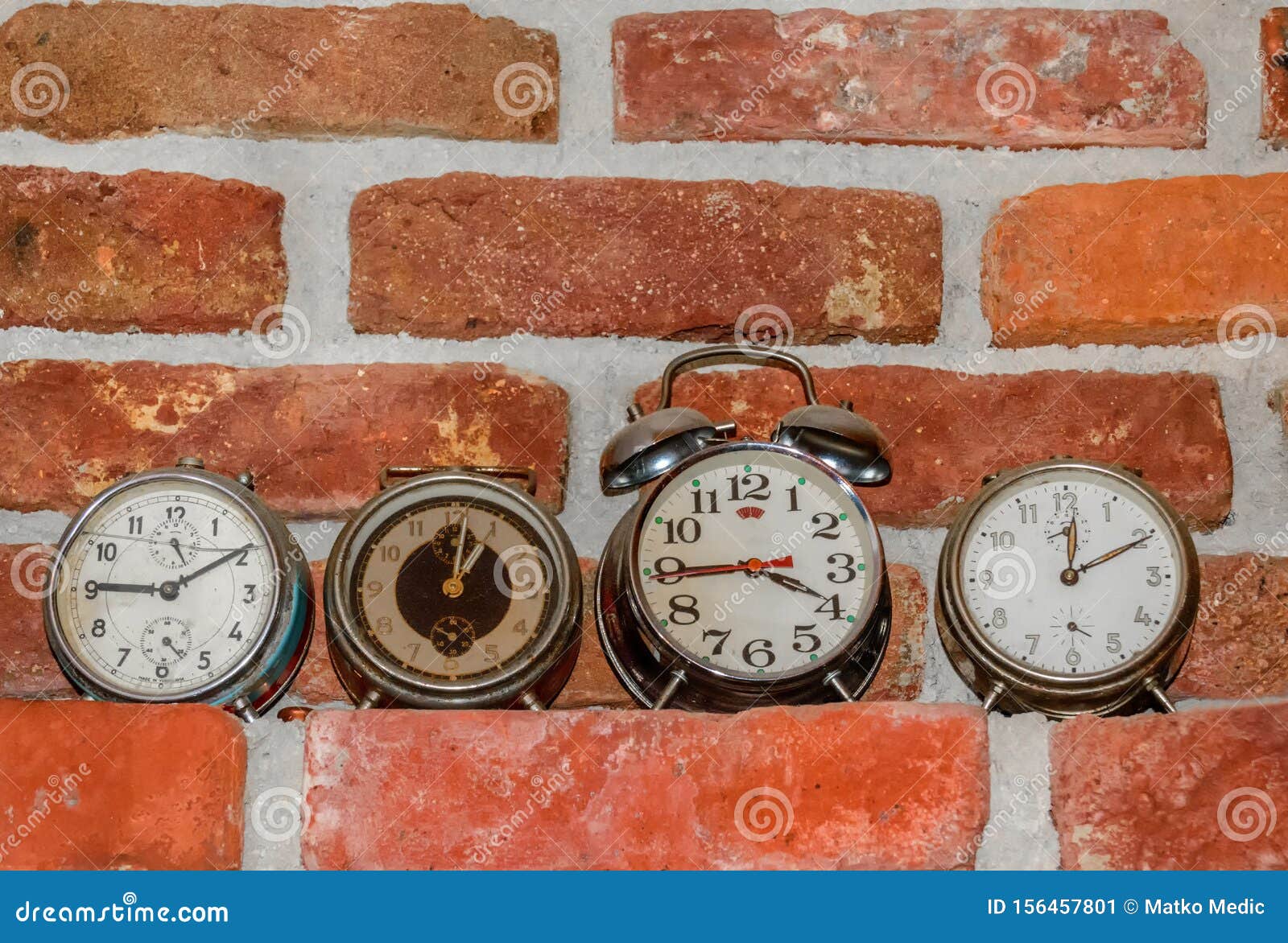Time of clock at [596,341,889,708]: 3:44
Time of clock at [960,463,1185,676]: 12:10
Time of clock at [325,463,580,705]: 1:01
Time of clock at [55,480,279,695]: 9:09
